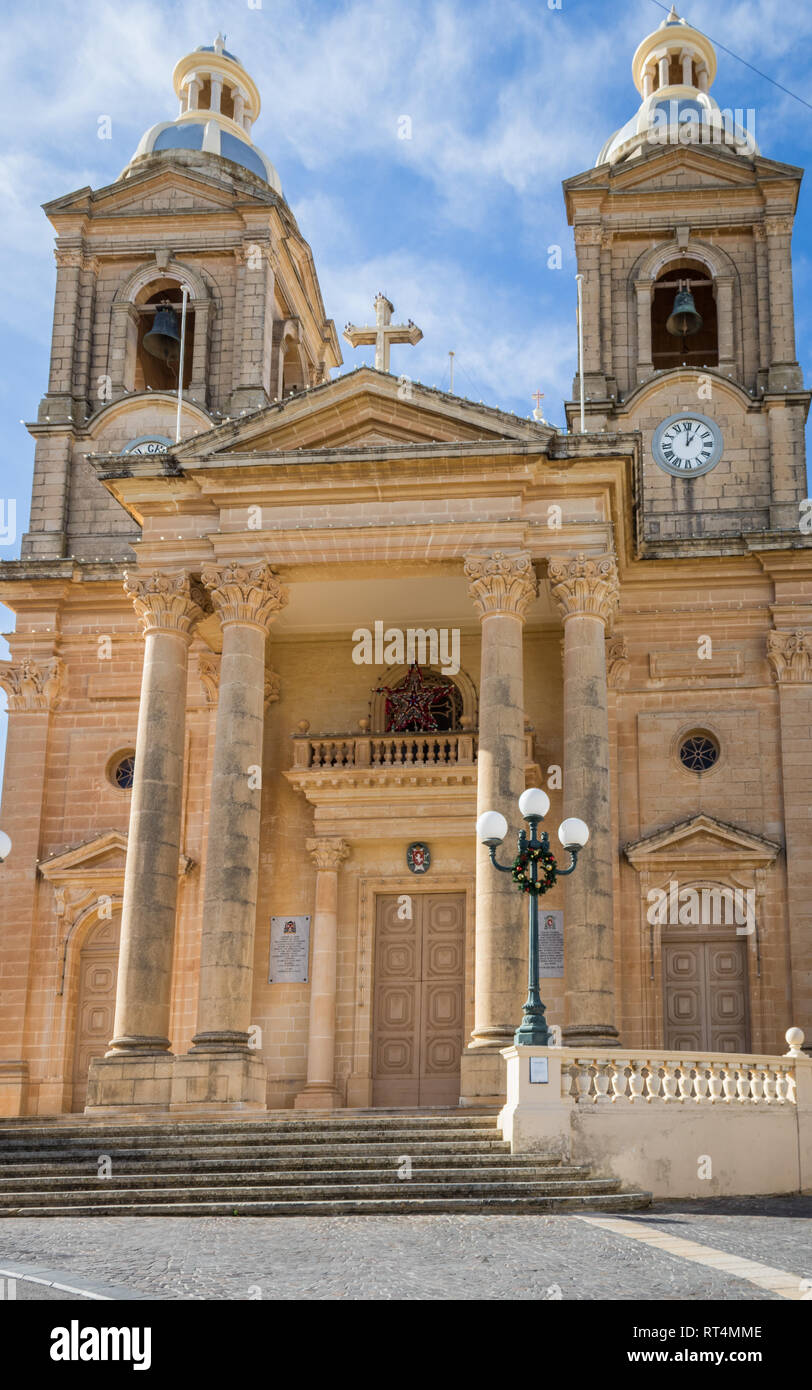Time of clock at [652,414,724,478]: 1:00
